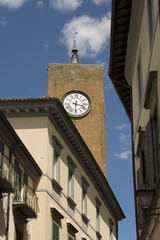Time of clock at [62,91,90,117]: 3:30
